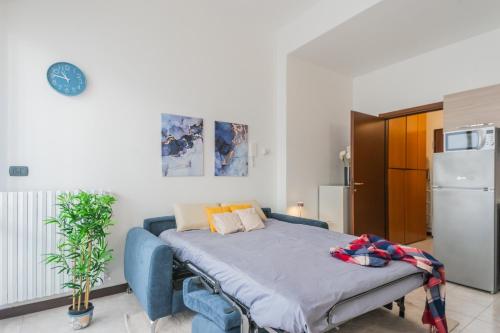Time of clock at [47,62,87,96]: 10:47
